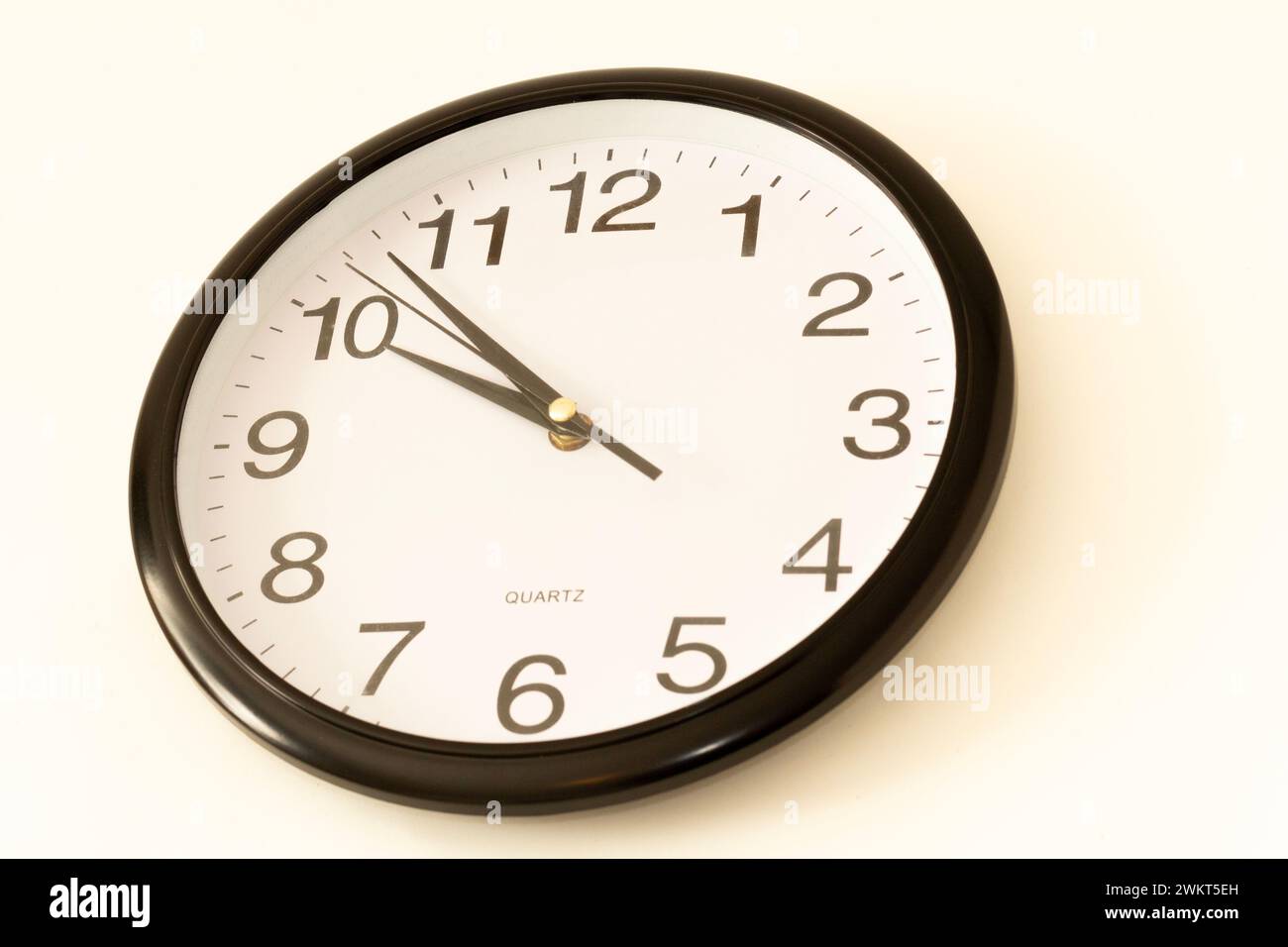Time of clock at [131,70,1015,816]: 9:52
